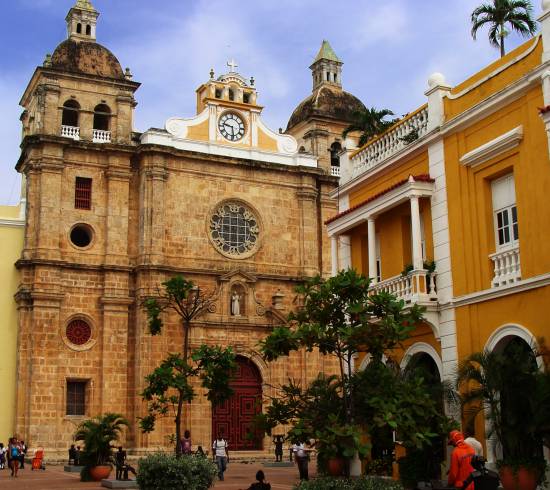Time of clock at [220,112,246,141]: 9:28
